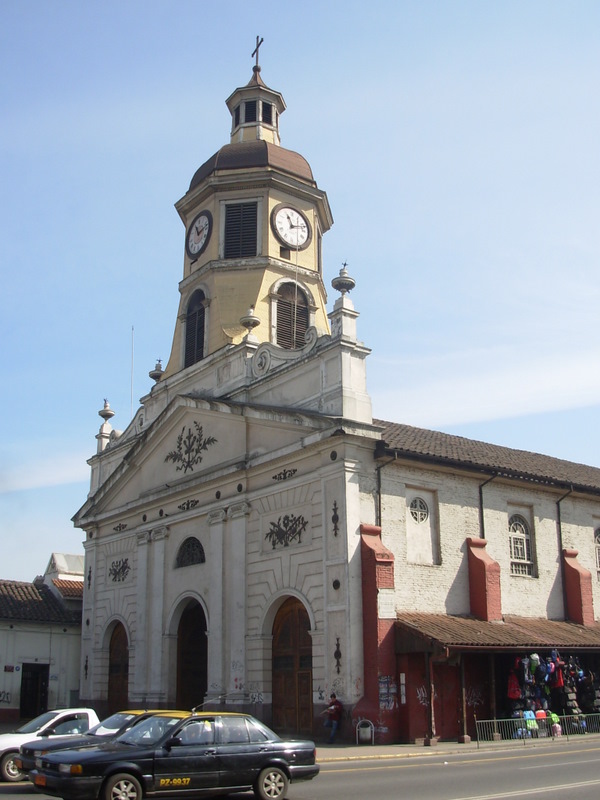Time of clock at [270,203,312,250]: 11:12
